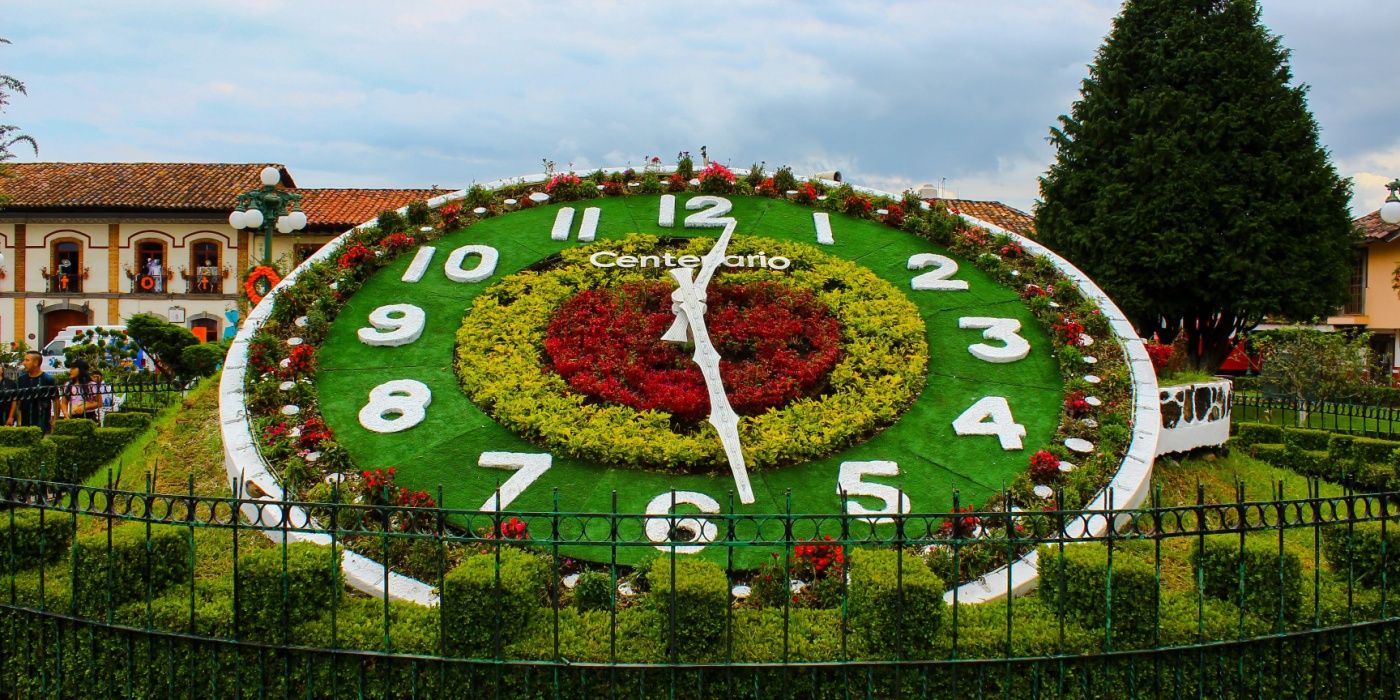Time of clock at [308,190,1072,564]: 12:28
